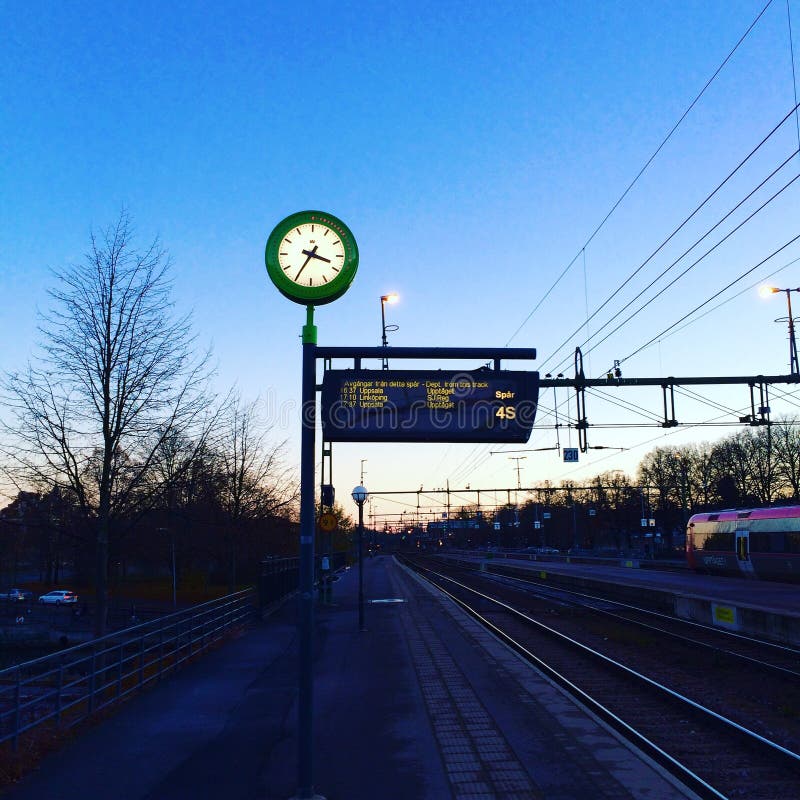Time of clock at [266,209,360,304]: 3:35
